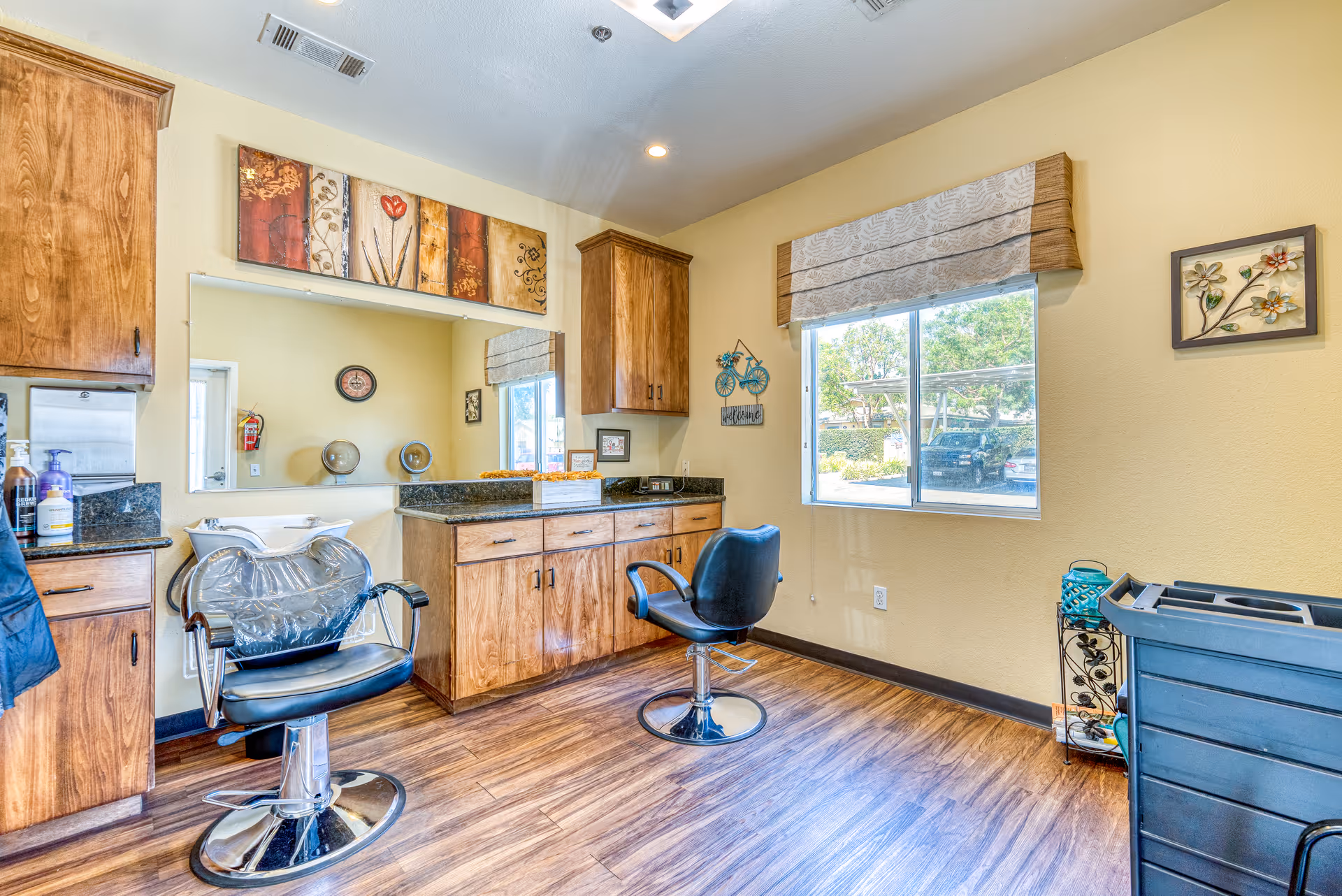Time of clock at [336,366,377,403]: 8:59
